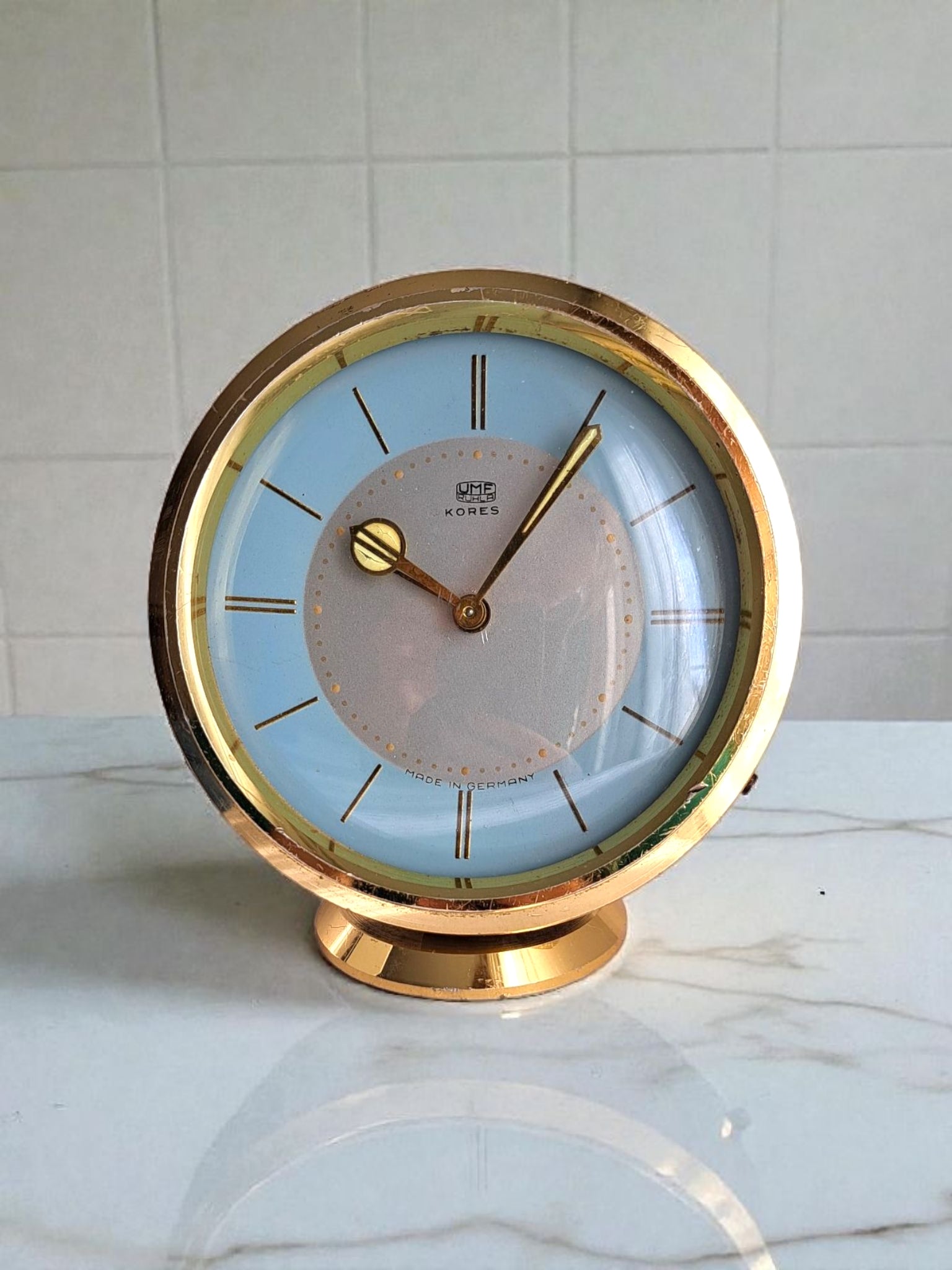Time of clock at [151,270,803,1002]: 10:05
